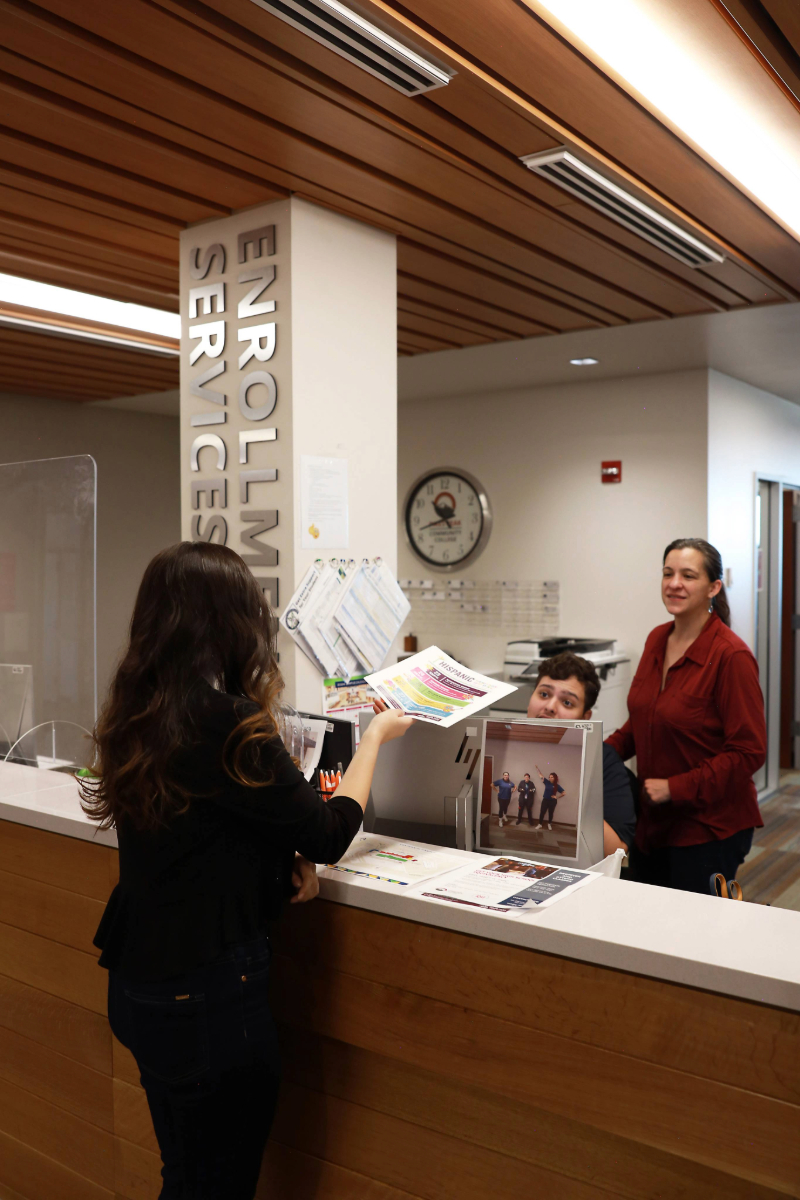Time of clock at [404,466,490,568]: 10:42
